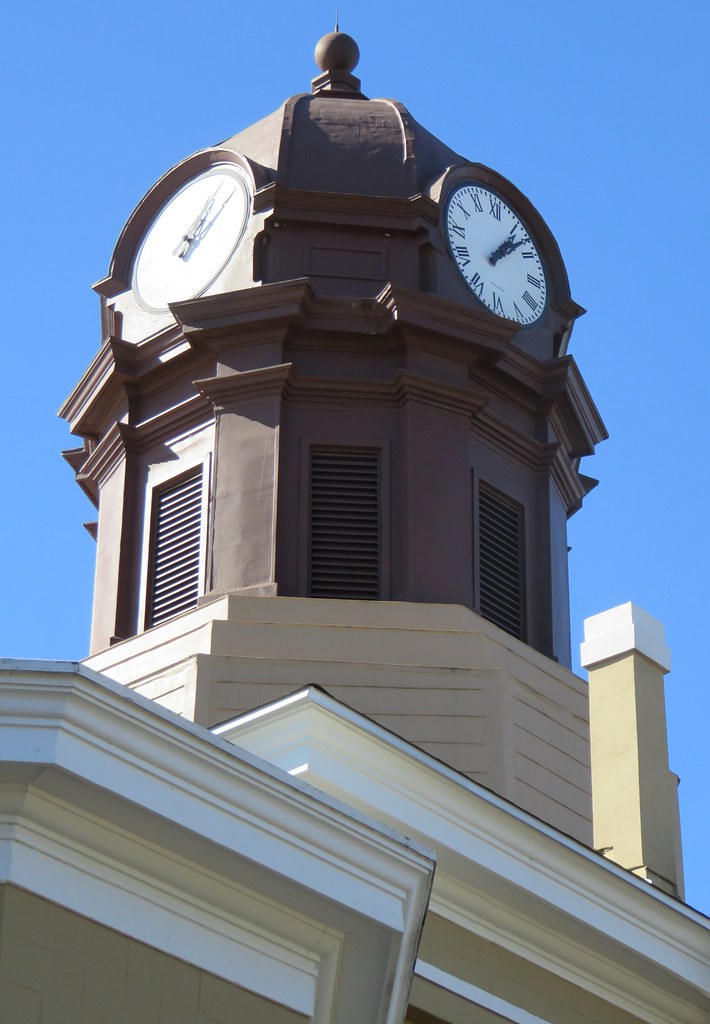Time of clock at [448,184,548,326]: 1:07
